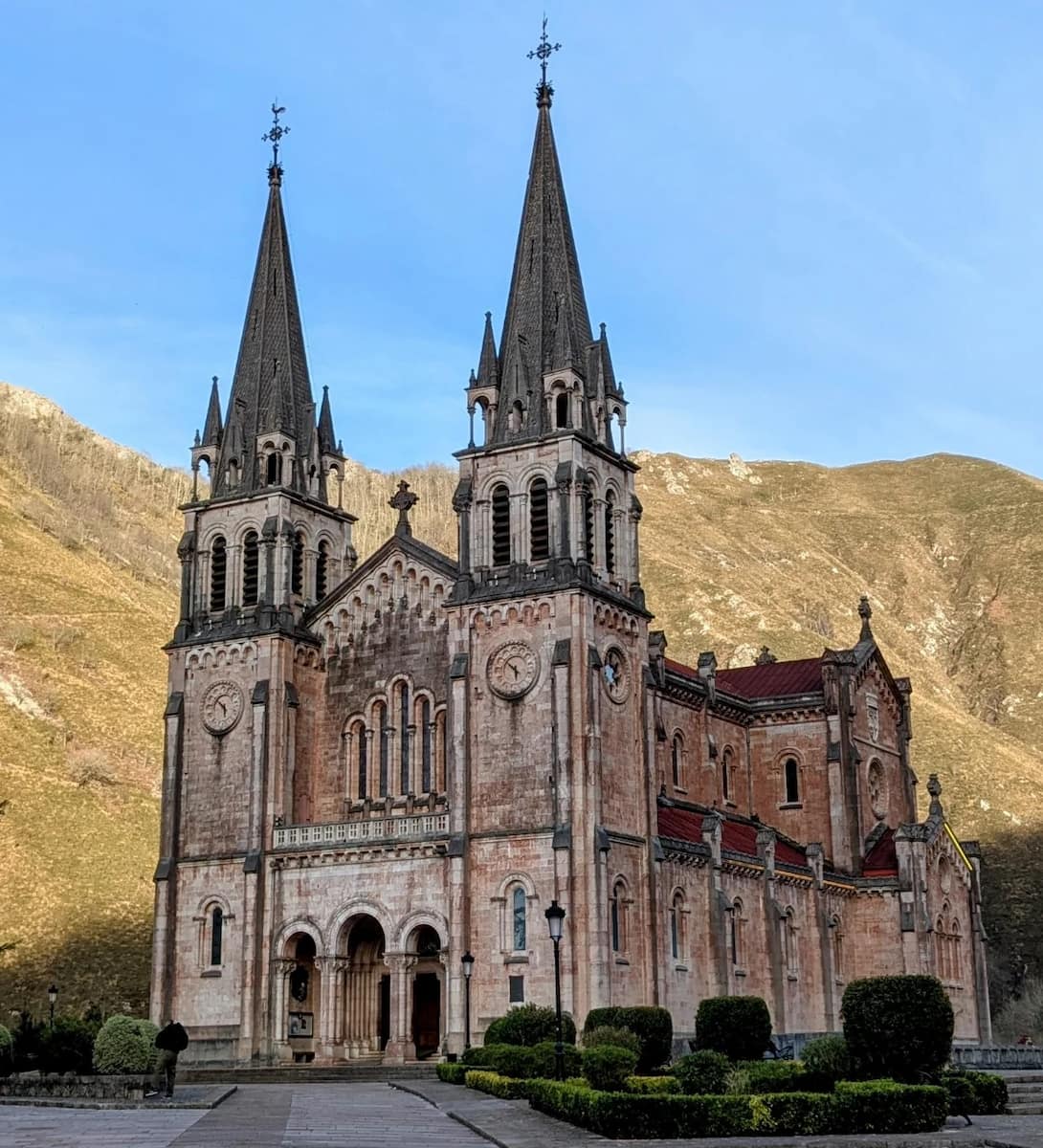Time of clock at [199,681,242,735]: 5:51
